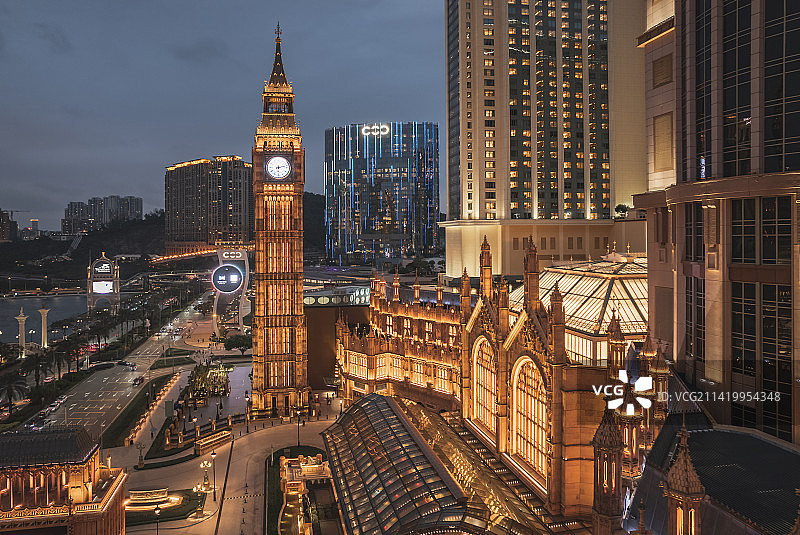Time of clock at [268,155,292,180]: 2:29
